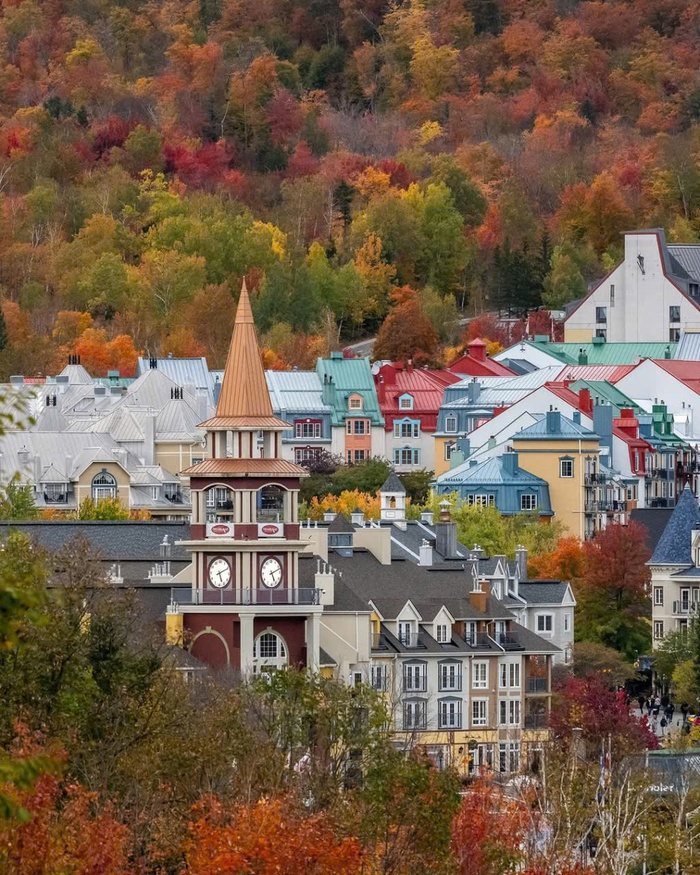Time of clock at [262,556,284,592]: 5:11
